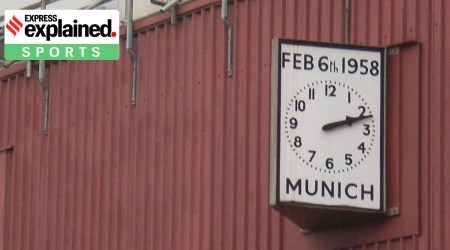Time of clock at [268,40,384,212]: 2:12
